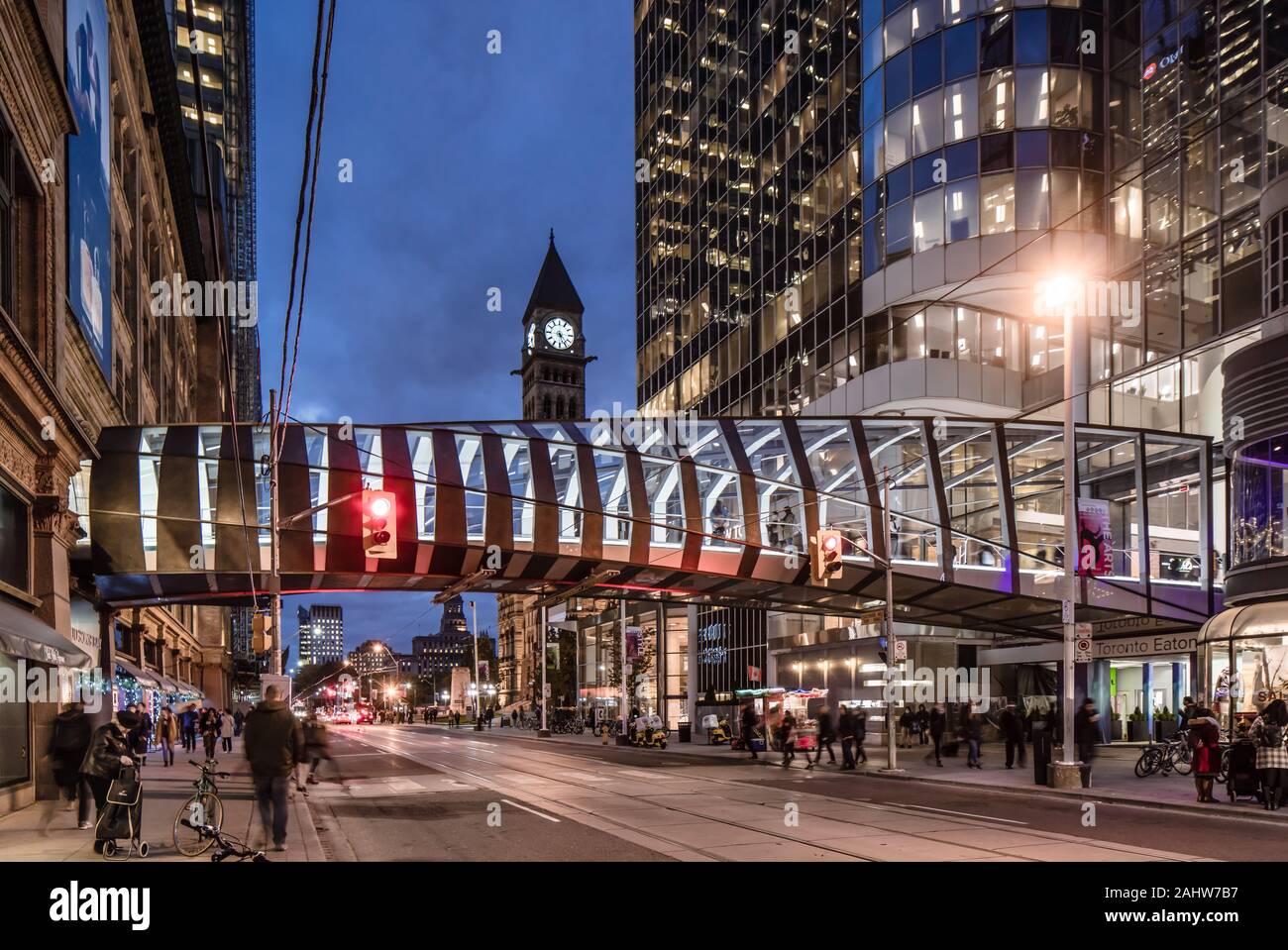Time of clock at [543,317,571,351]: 4:26
